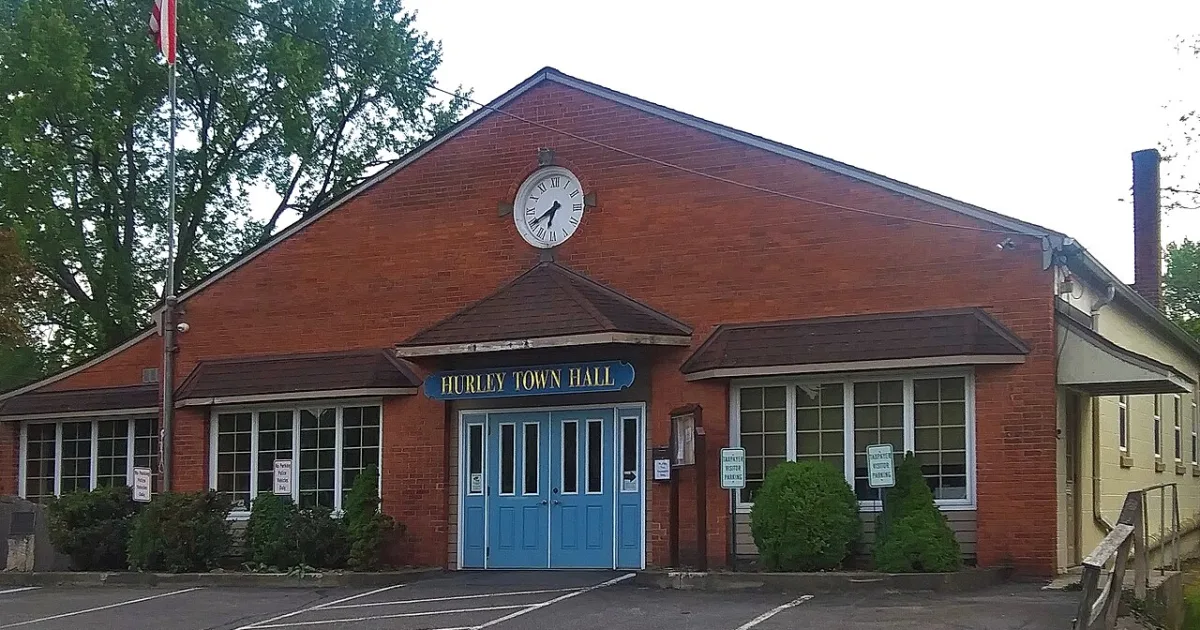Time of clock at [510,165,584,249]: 6:40
